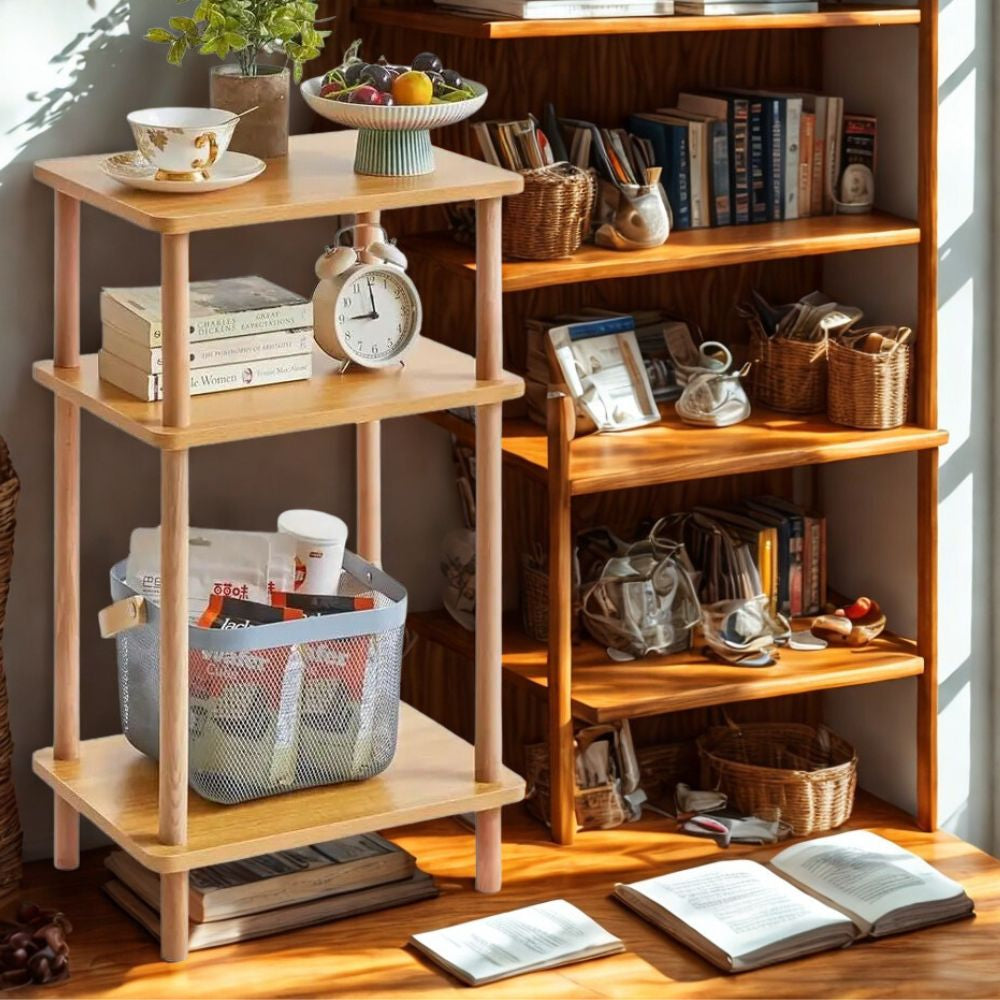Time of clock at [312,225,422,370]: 8:59
